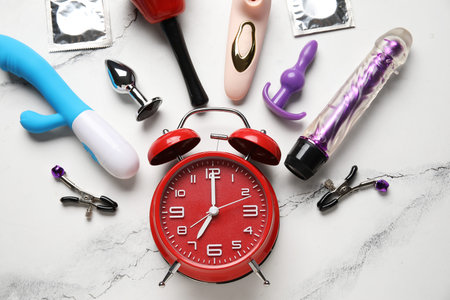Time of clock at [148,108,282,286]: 7:00
